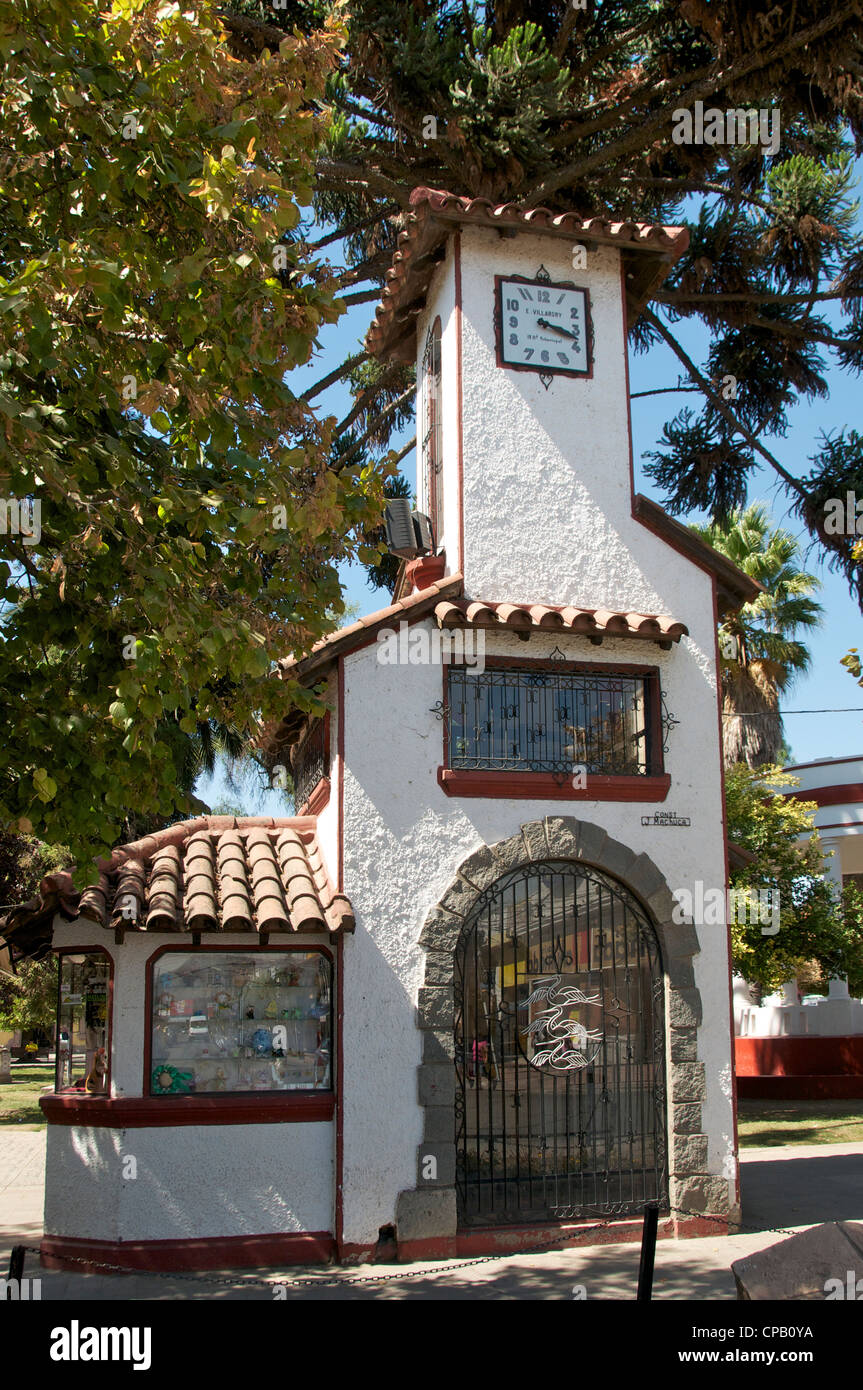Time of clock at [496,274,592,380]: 3:17
